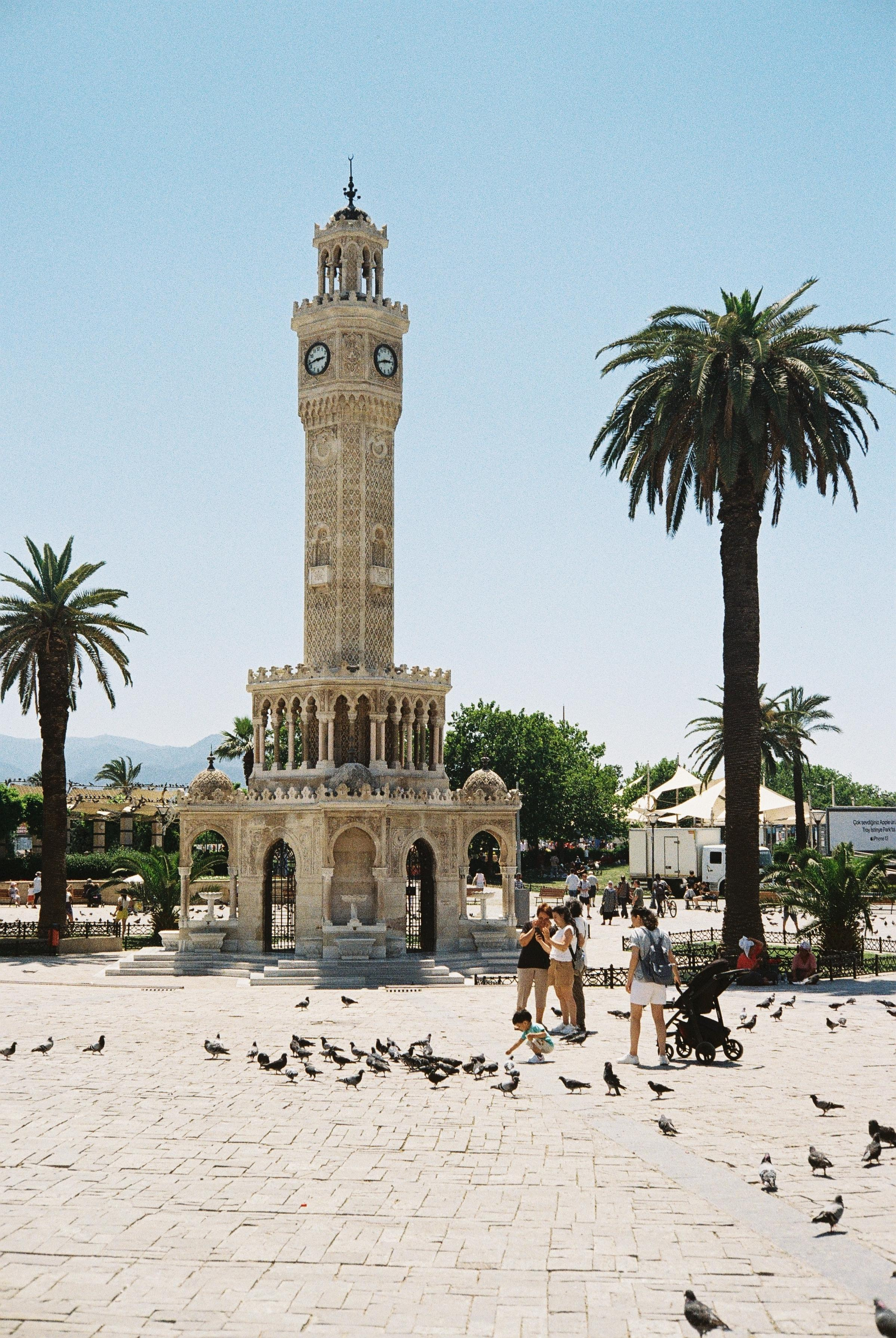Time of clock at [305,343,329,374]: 2:42
